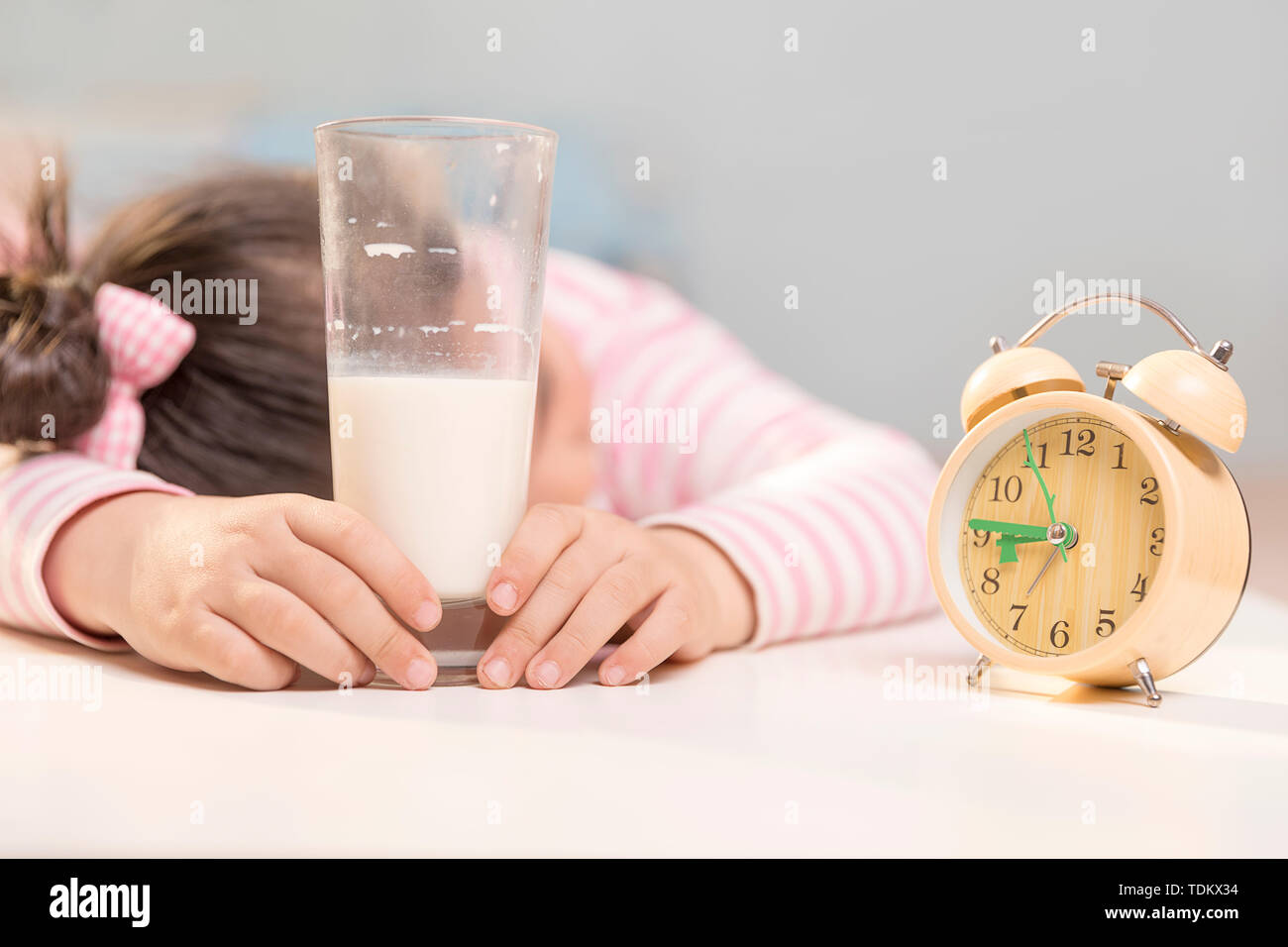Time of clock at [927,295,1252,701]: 8:45
